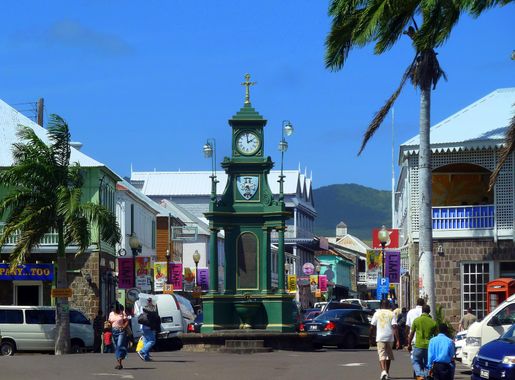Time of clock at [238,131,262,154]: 1:59
